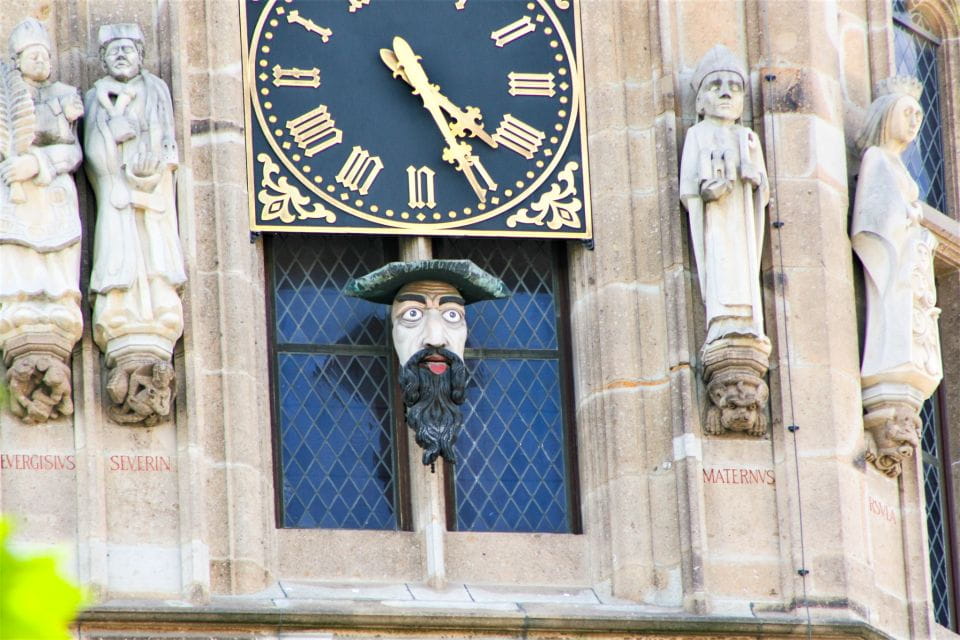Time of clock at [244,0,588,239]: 4:25
